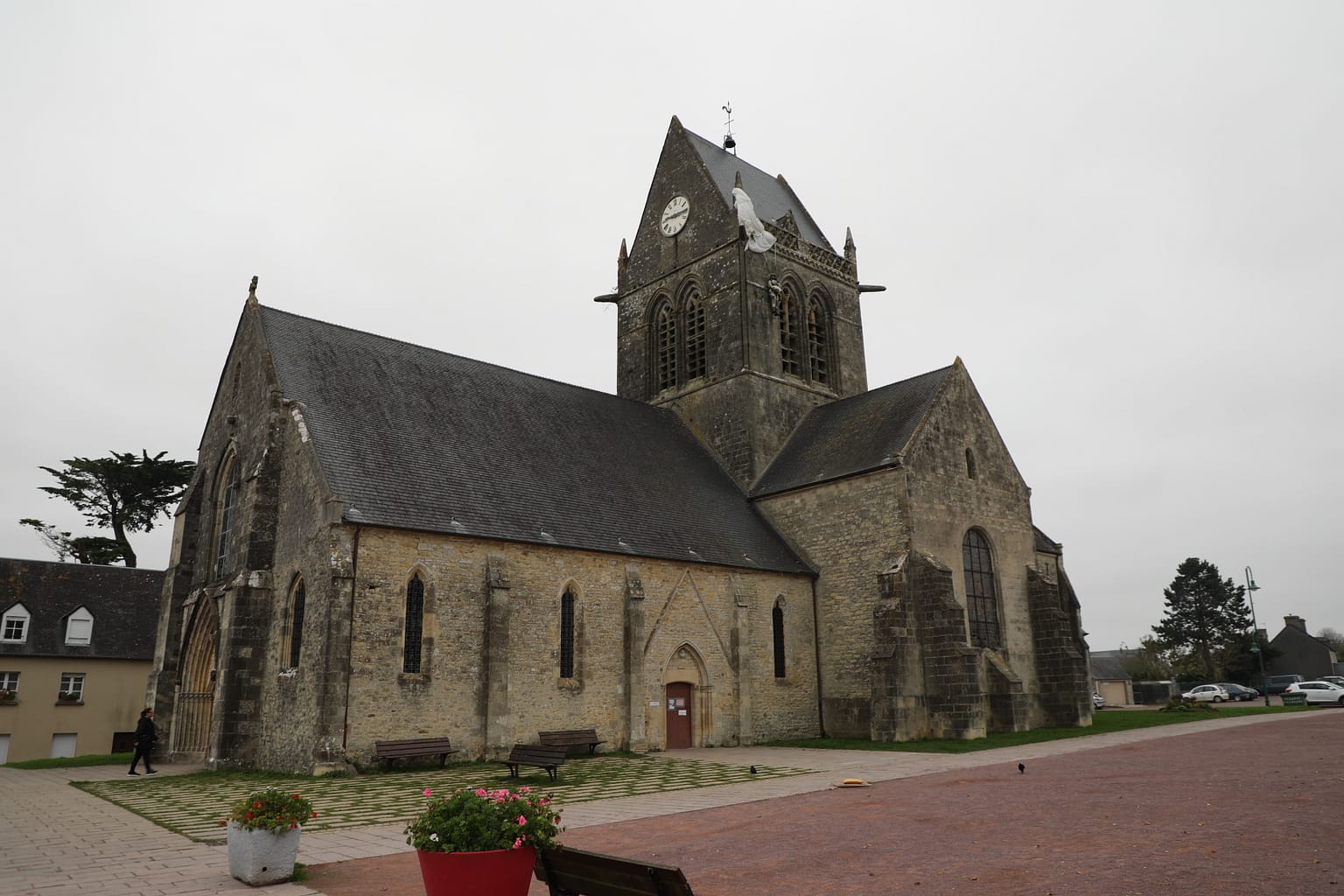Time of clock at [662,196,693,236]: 9:15
